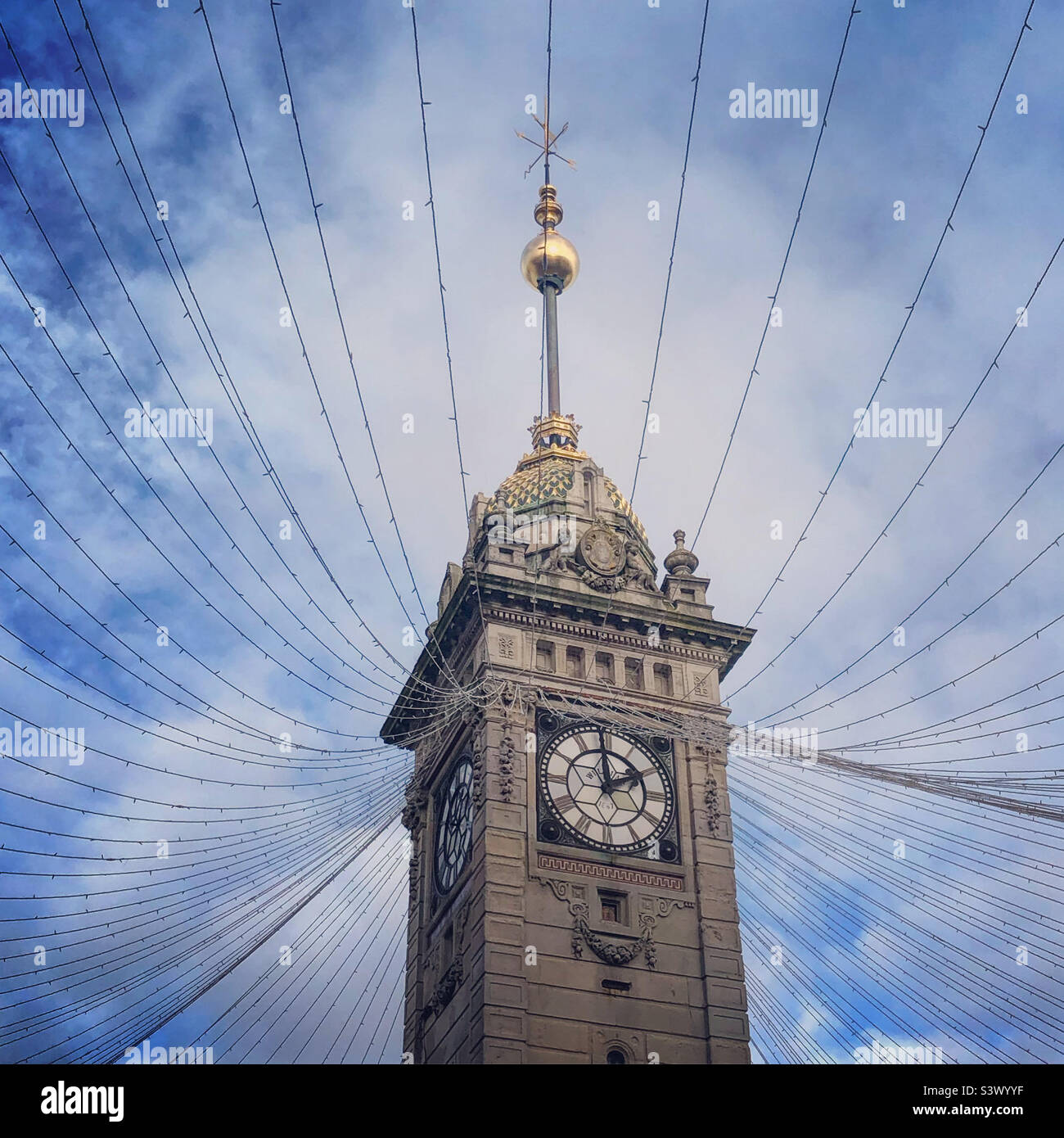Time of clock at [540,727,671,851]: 1:59
